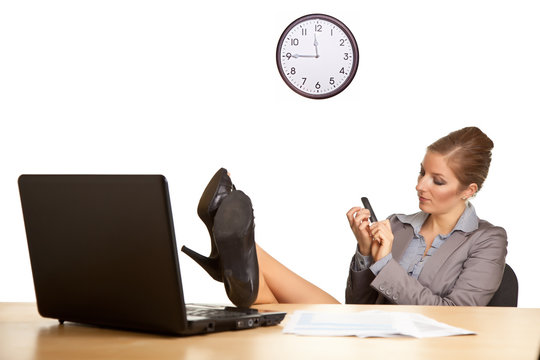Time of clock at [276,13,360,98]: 11:45
